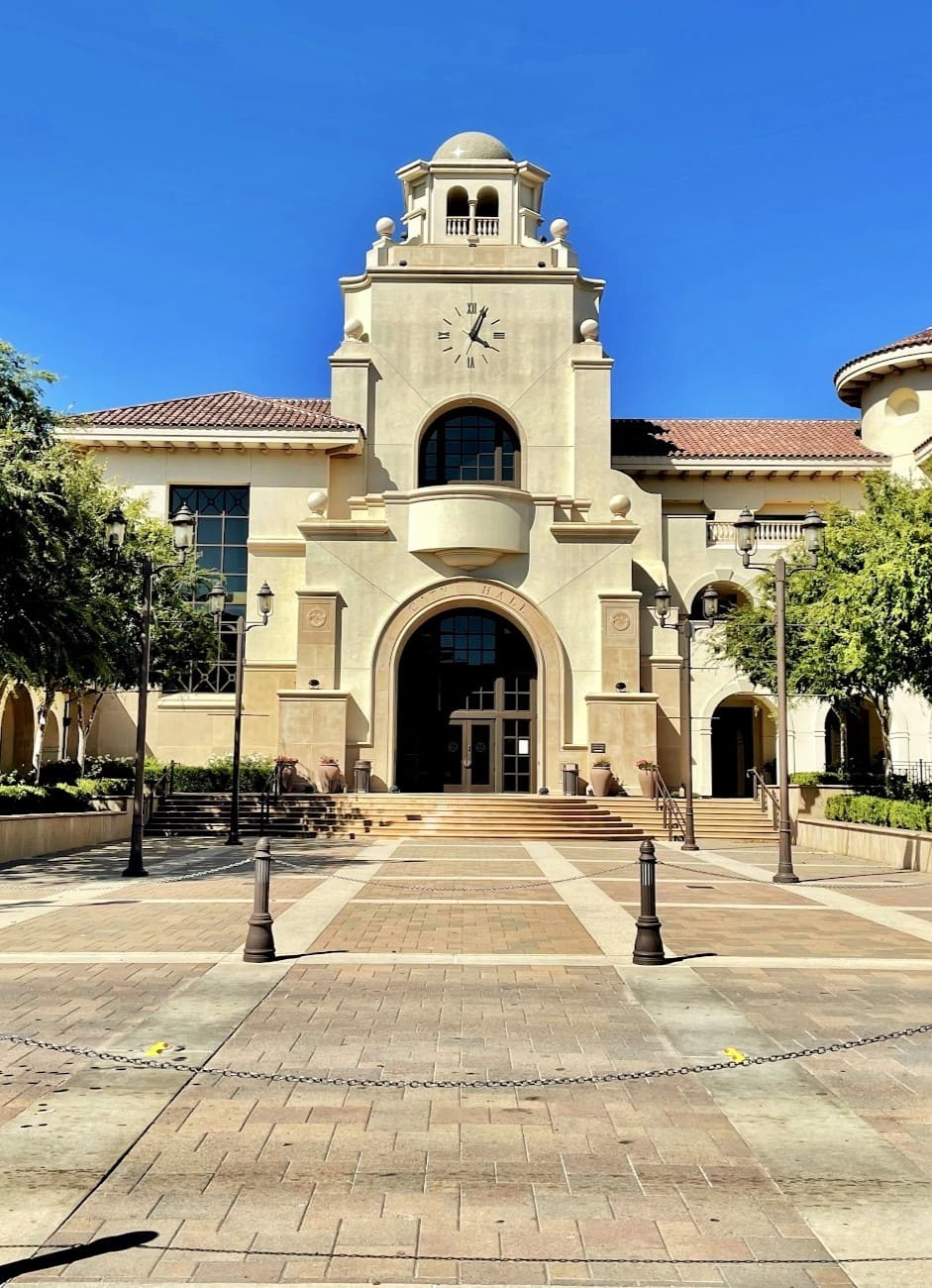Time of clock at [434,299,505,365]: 4:04
